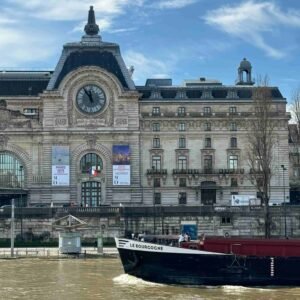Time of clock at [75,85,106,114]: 11:54
